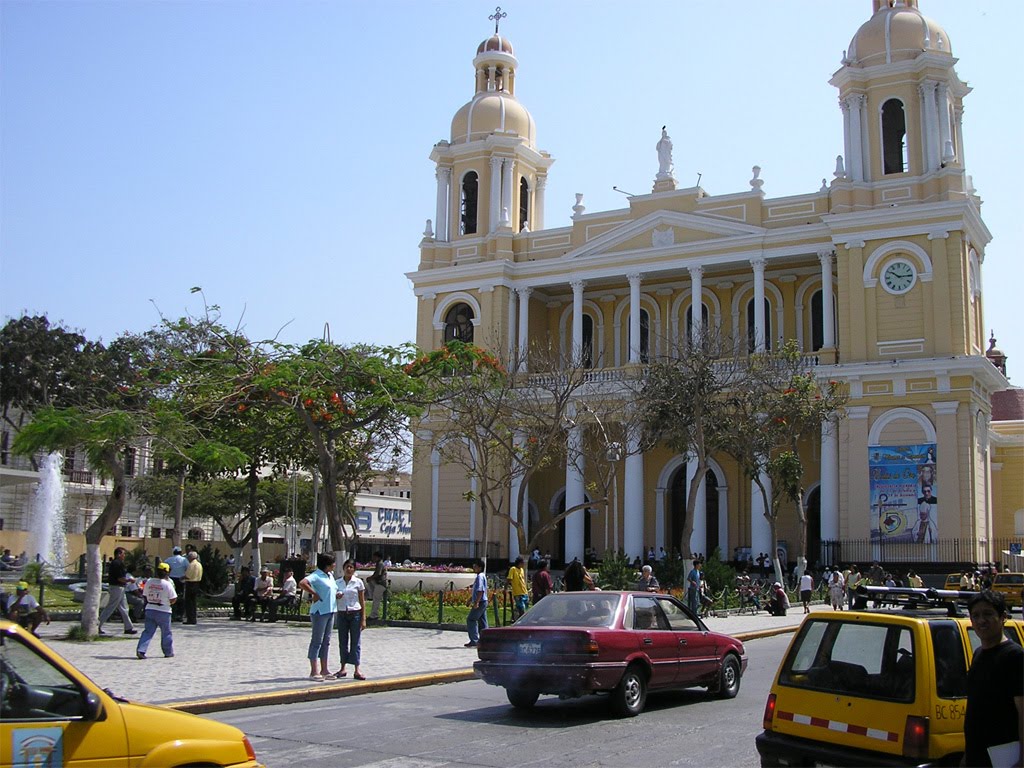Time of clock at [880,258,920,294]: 10:14
